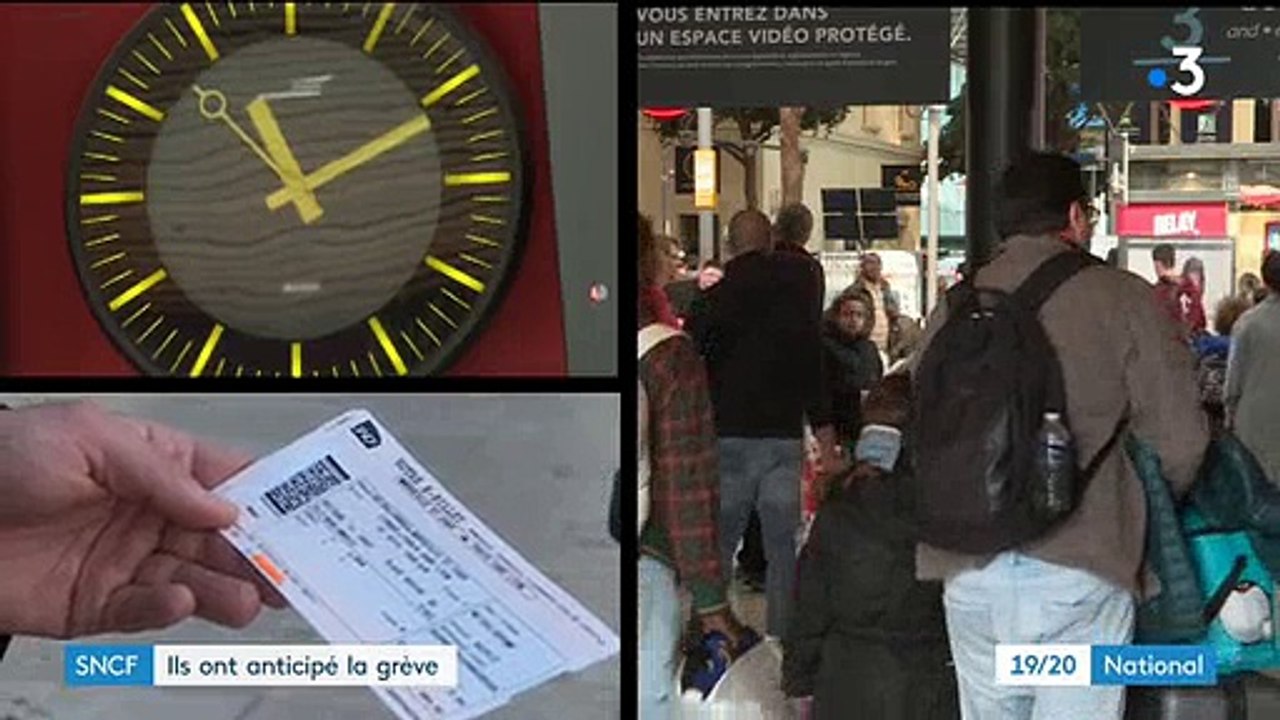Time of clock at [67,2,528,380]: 11:11
